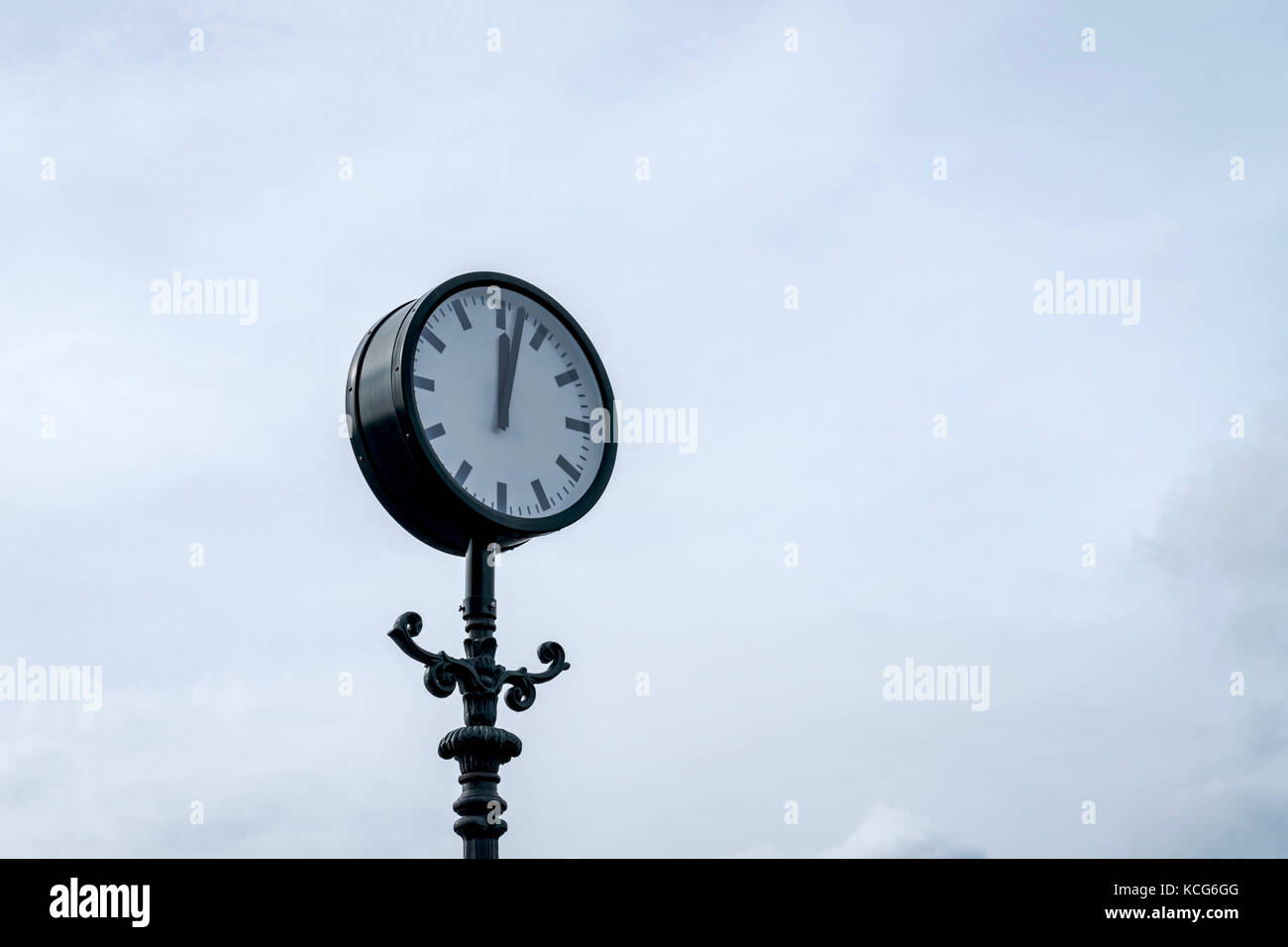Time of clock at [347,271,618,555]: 12:02
